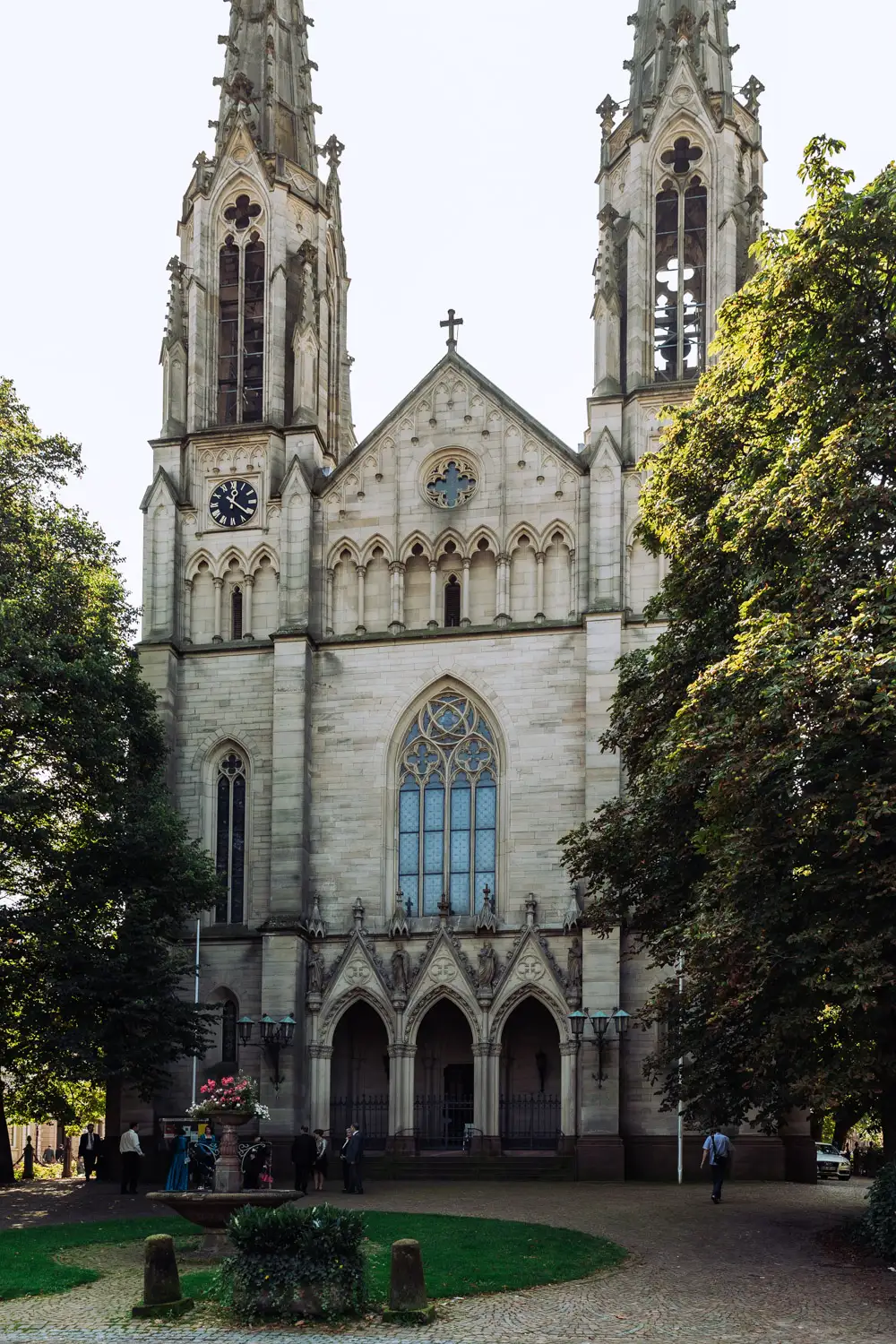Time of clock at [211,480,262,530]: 12:21
